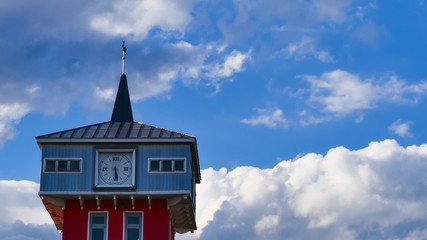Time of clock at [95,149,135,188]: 5:29
